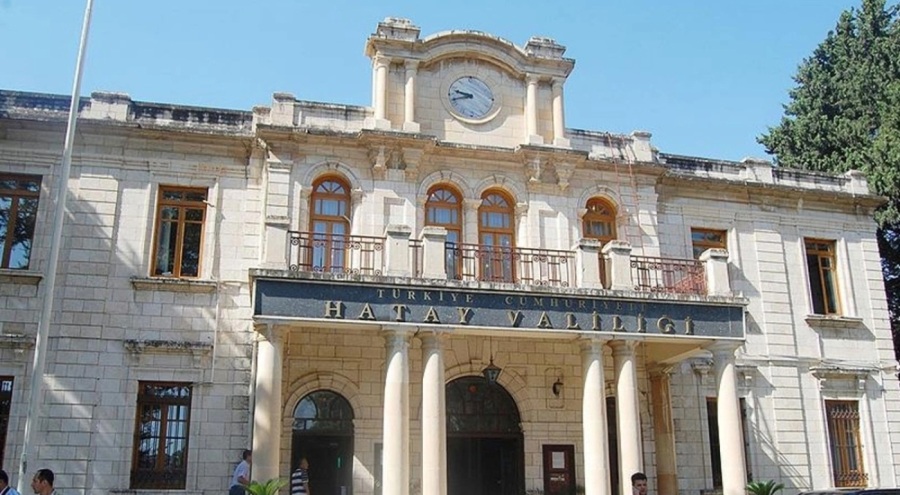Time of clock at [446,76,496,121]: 9:42
